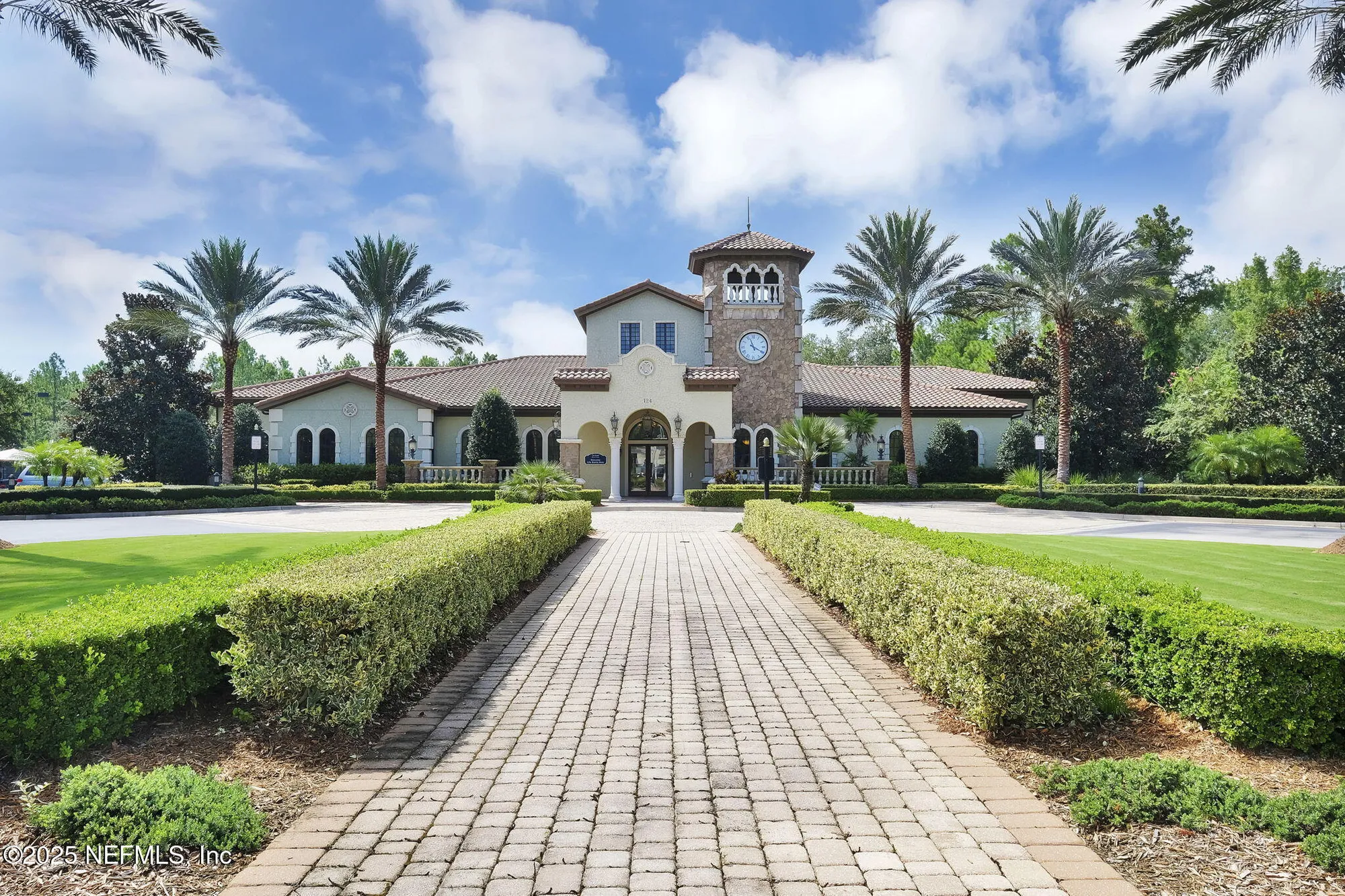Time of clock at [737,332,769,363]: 11:19
